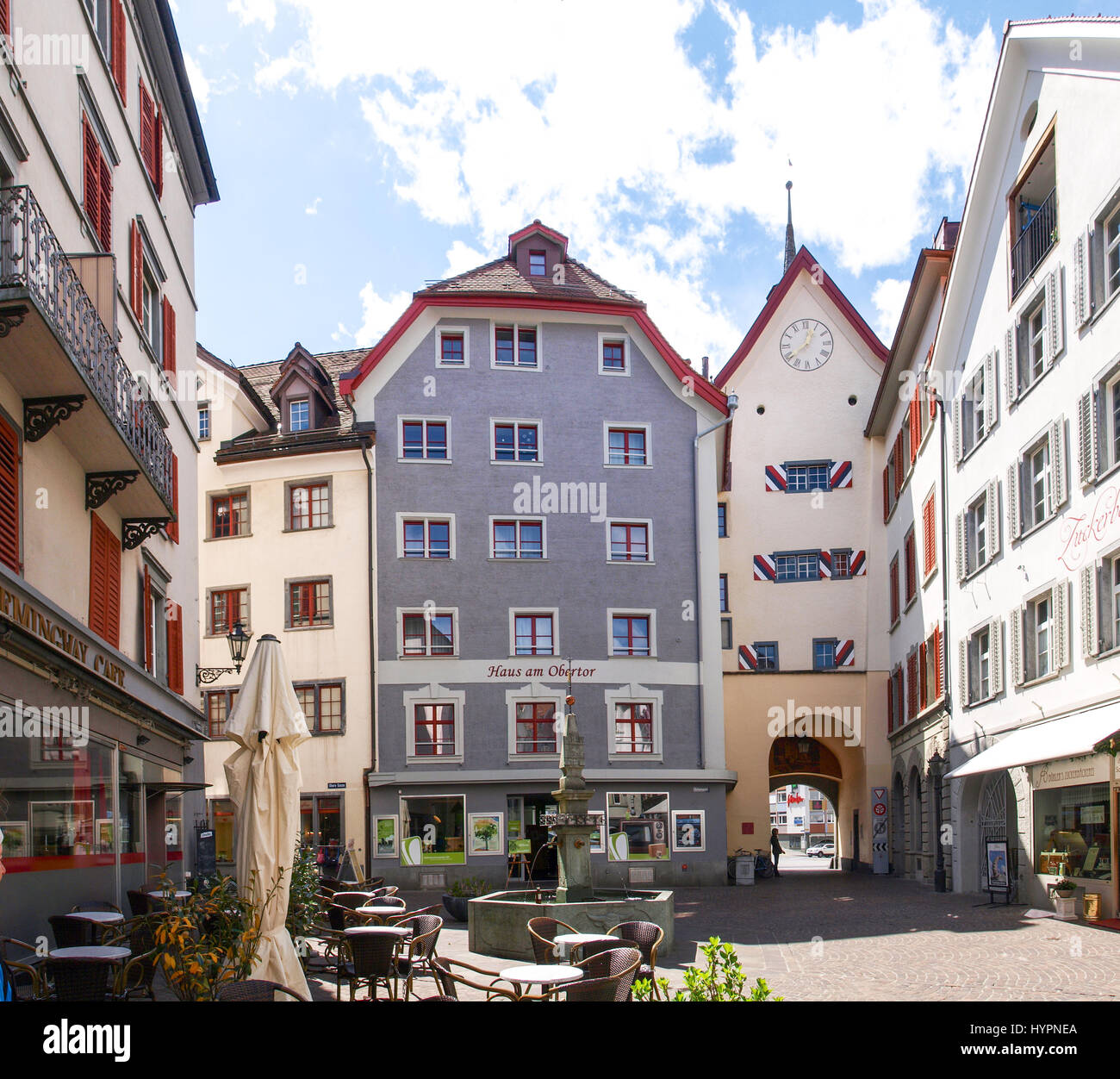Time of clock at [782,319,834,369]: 12:38
